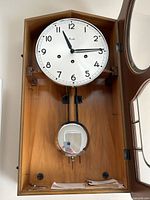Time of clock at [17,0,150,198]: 11:14
